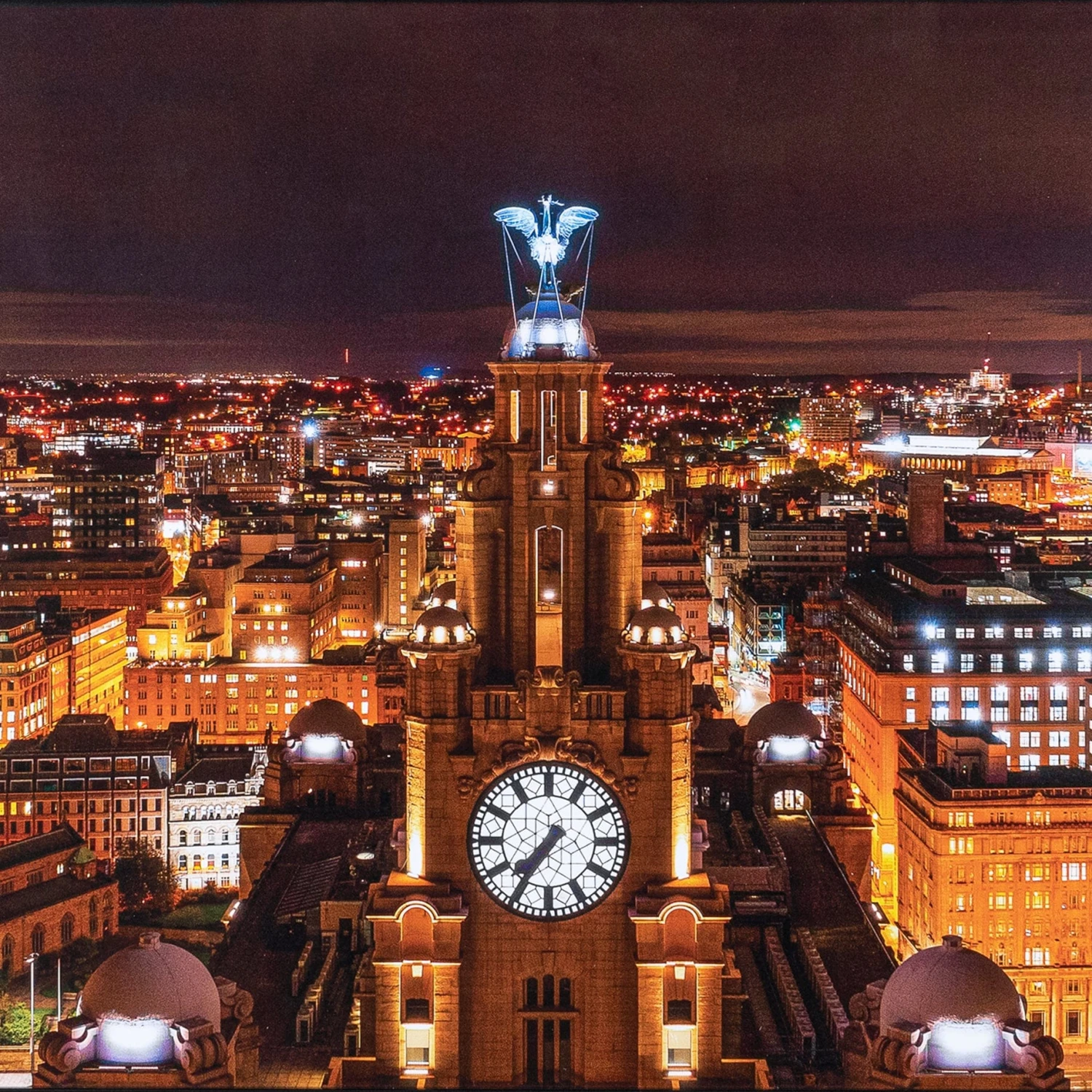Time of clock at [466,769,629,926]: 7:35
